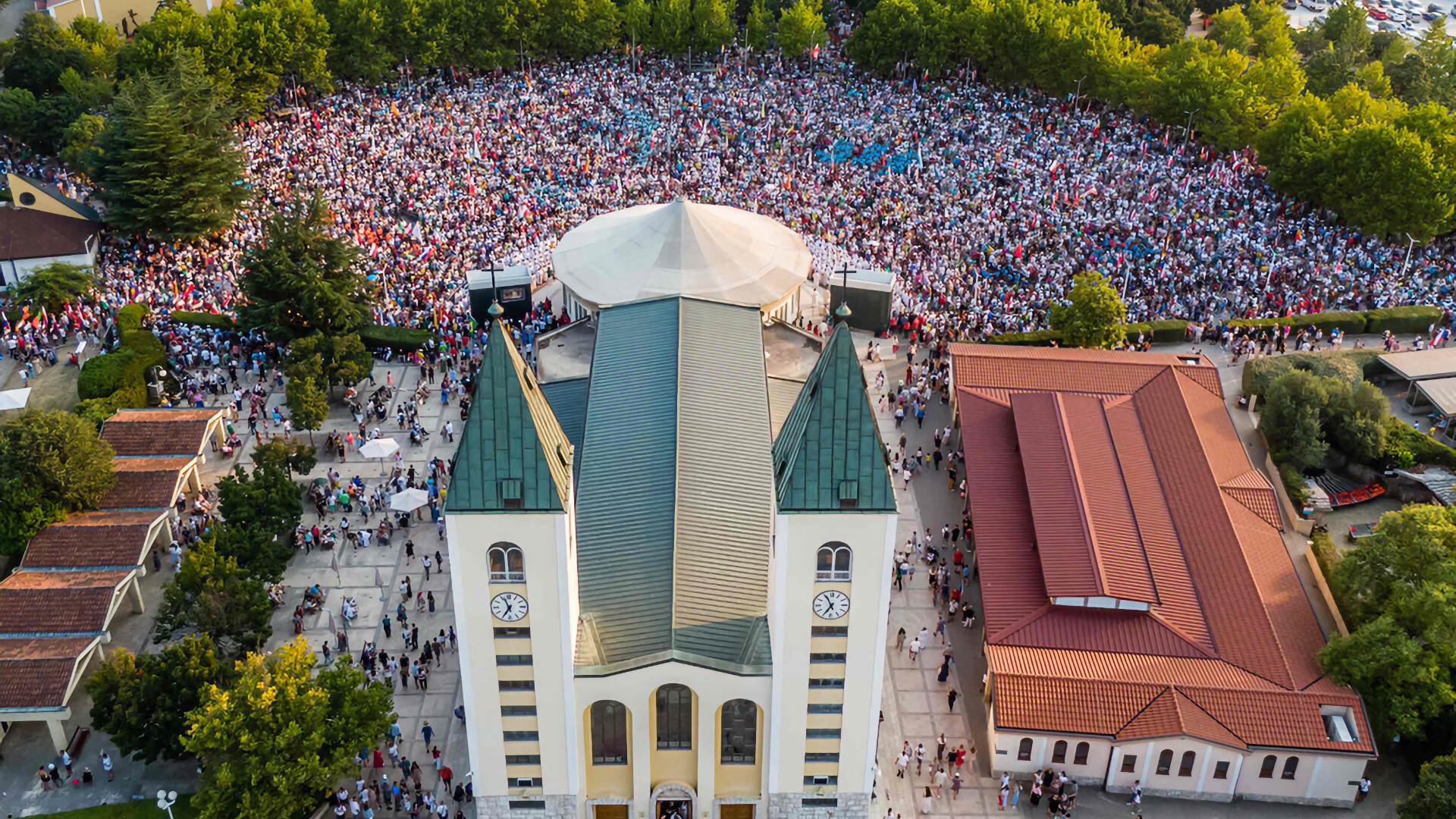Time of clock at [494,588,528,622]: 6:56
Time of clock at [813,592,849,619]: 6:55
